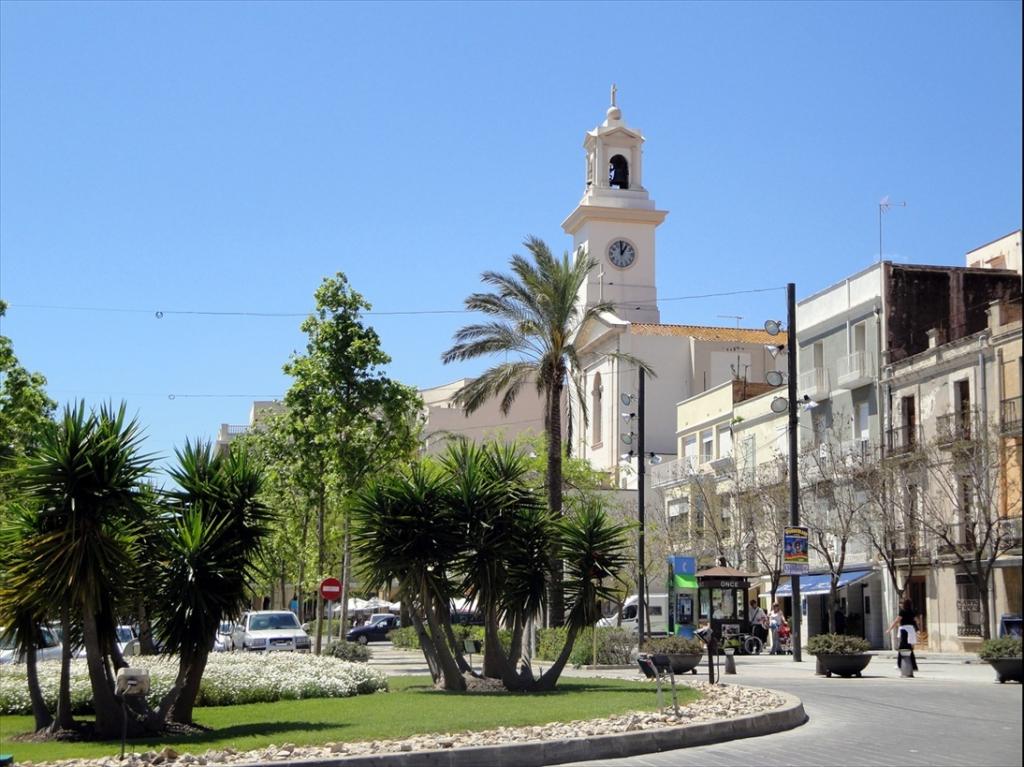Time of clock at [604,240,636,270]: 12:59
